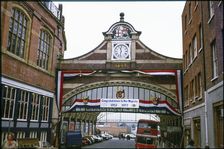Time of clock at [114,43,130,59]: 11:32
